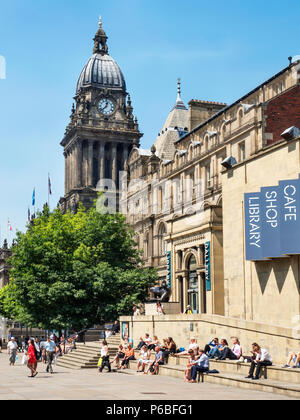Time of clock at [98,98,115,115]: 12:37
